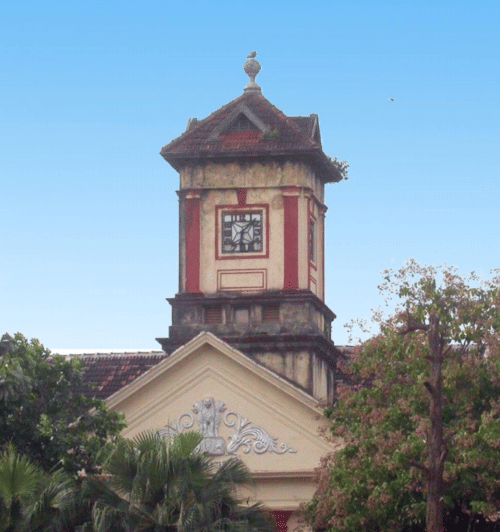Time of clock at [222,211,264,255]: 6:07
